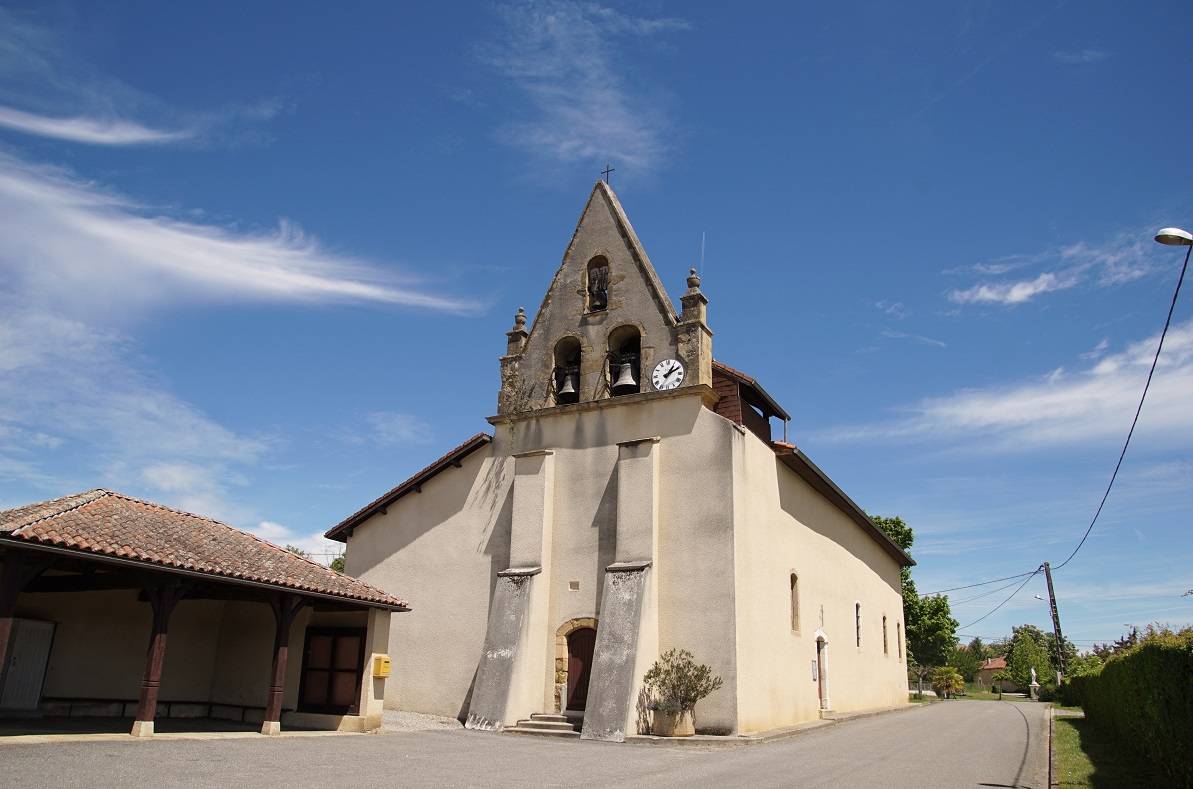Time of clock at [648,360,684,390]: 1:10
